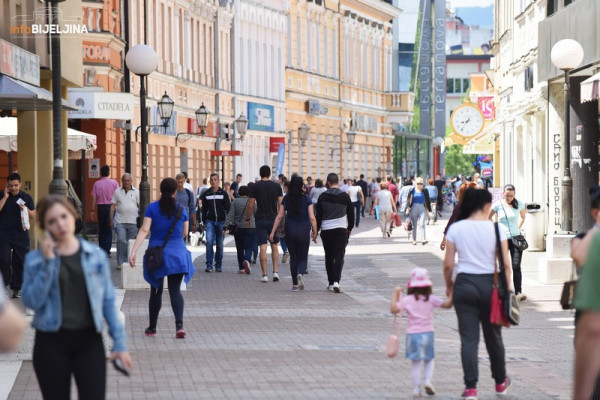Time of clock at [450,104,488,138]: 8:36
